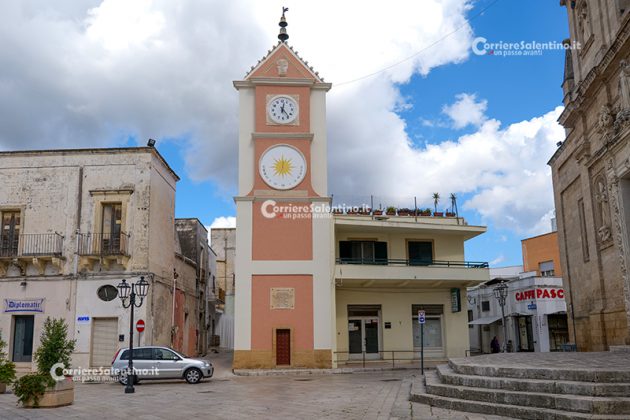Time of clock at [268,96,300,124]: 12:23
